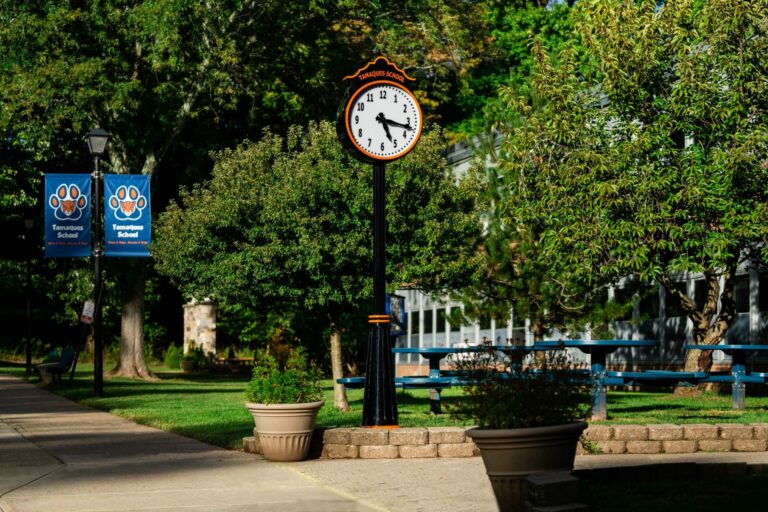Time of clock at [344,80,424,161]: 5:17
